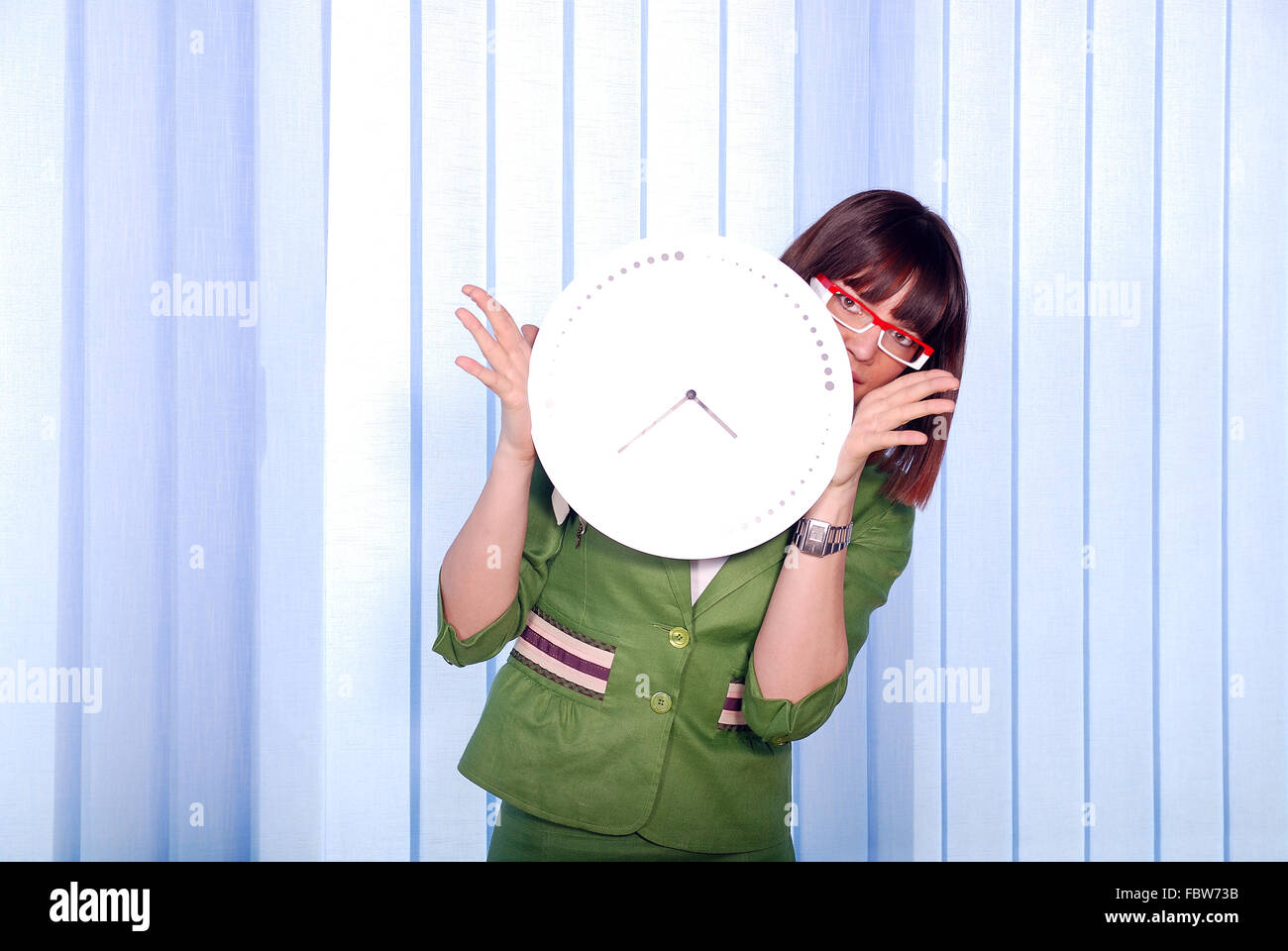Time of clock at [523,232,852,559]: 4:39
